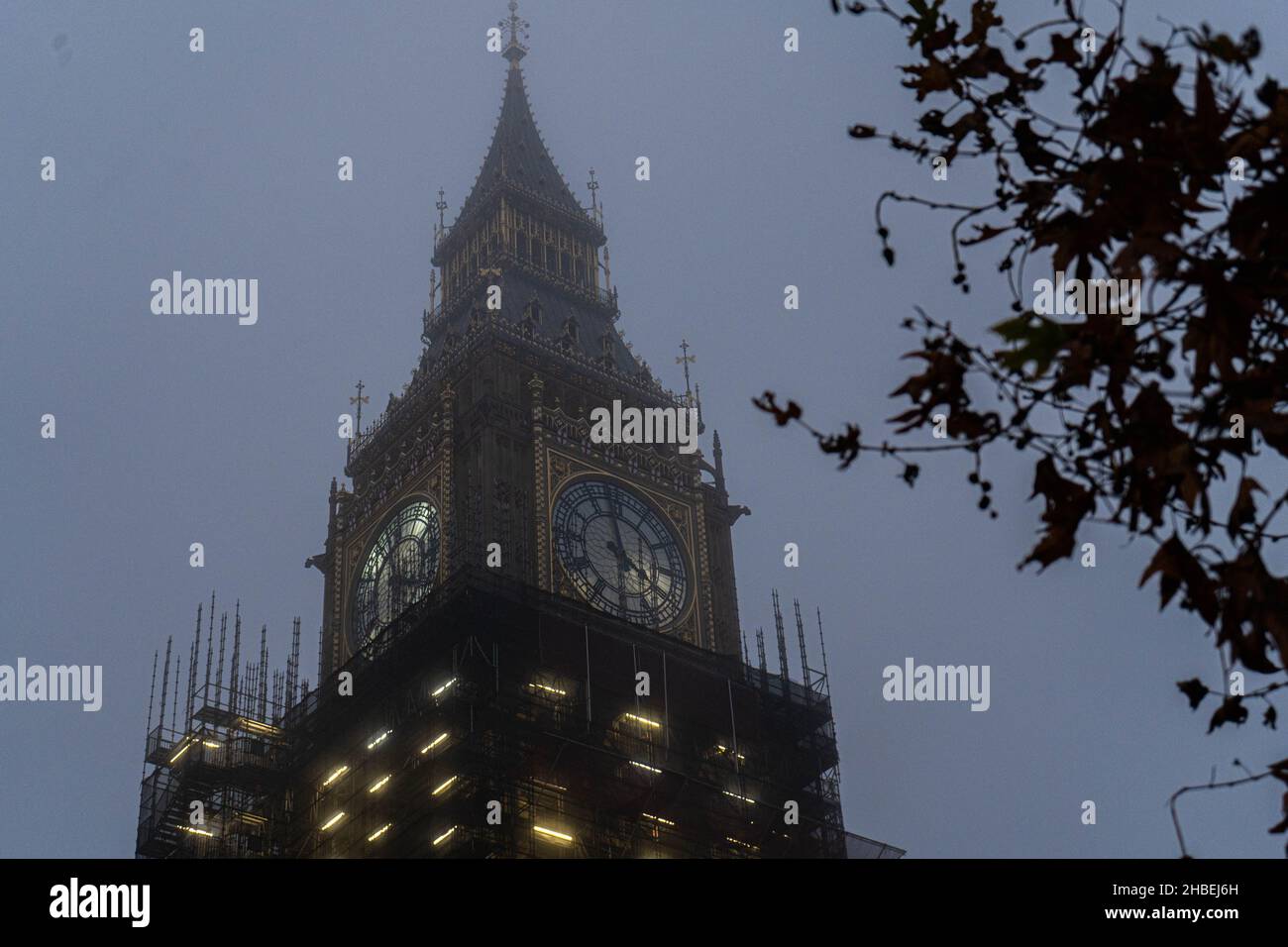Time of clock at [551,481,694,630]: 3:58
